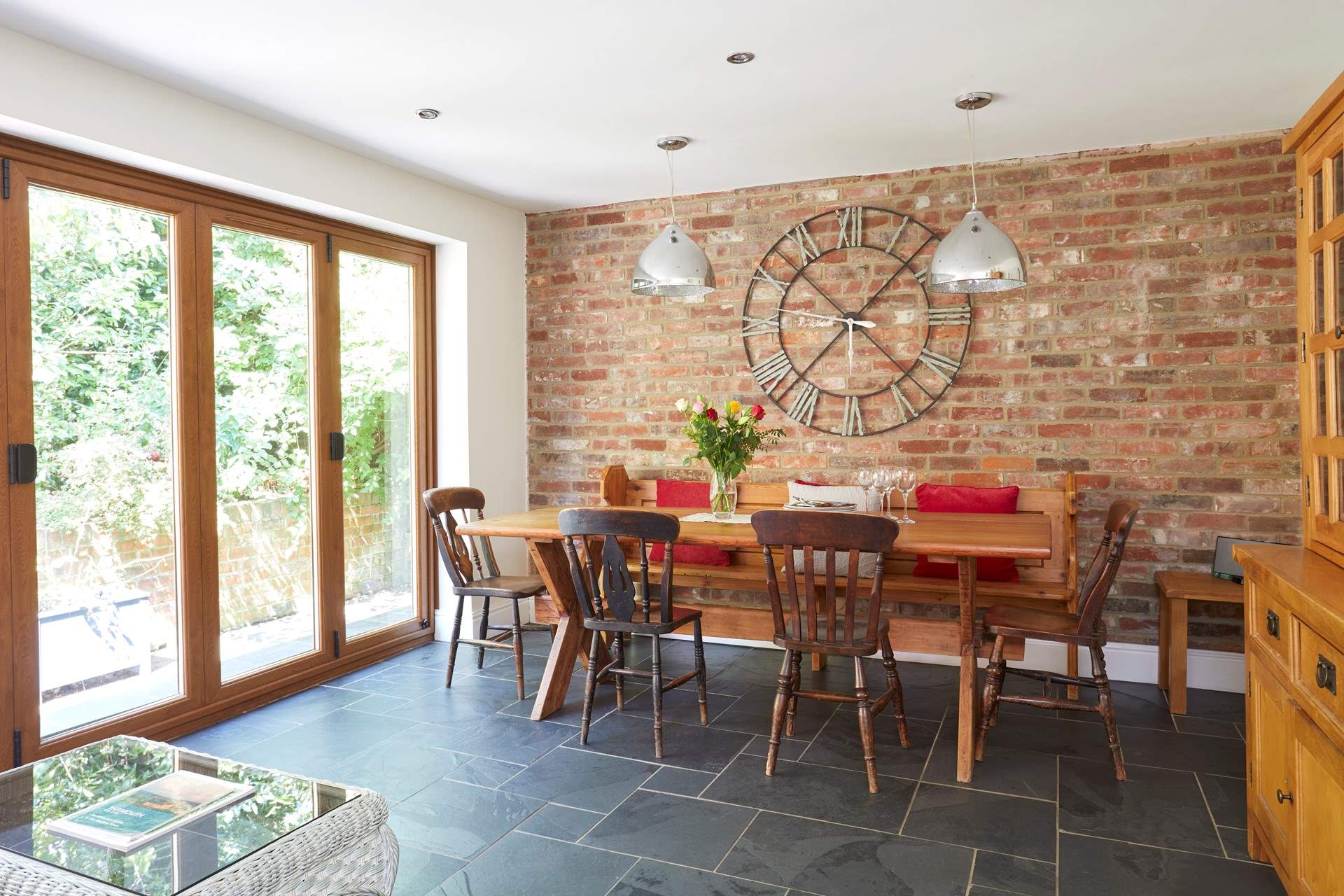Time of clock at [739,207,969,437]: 1:37
